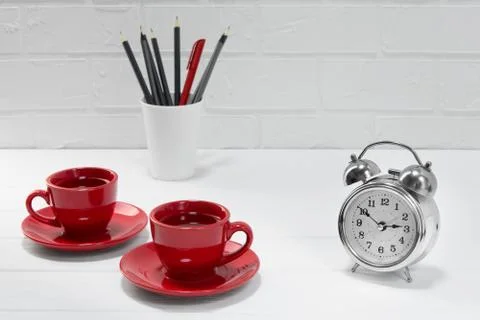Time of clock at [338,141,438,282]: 2:50
